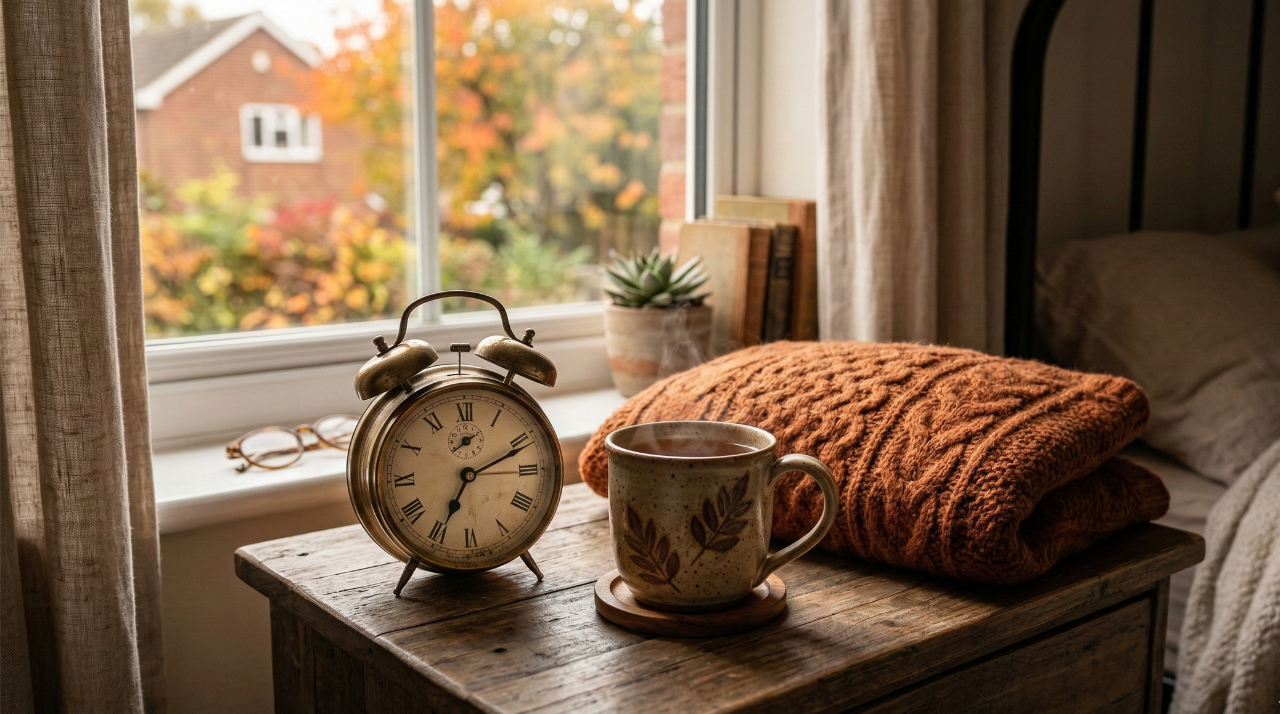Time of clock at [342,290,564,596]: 7:11
